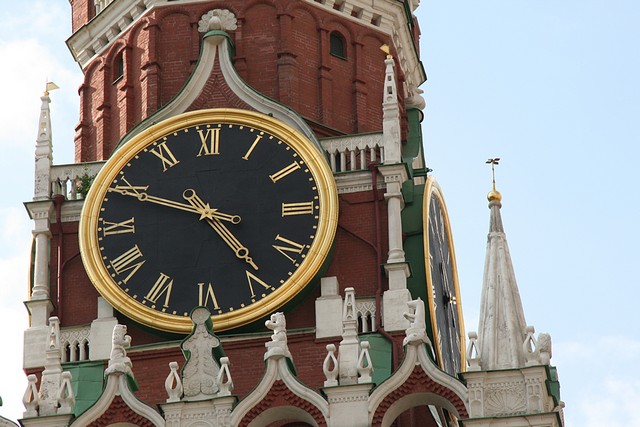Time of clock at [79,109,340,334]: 4:49
